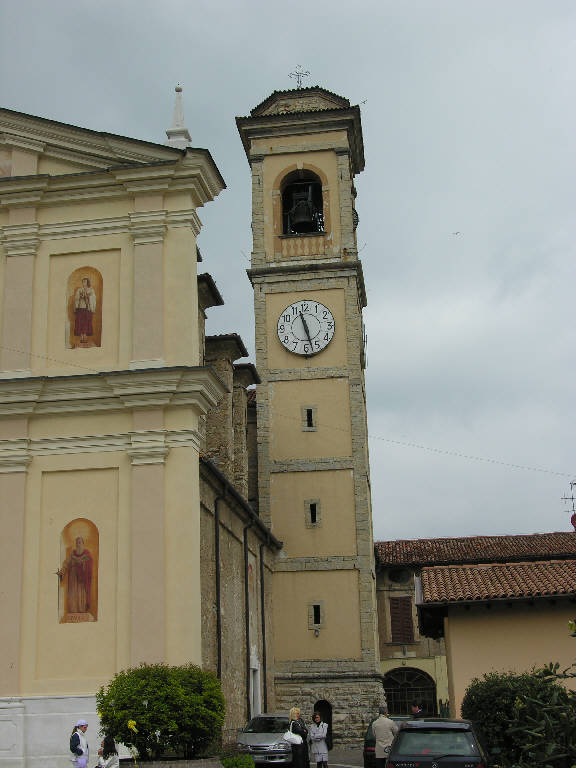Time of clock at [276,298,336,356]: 11:27
